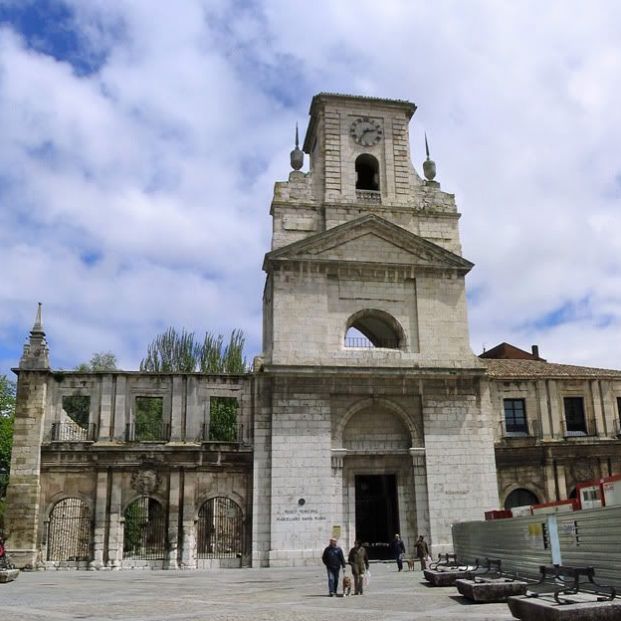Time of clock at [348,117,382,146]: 2:36
